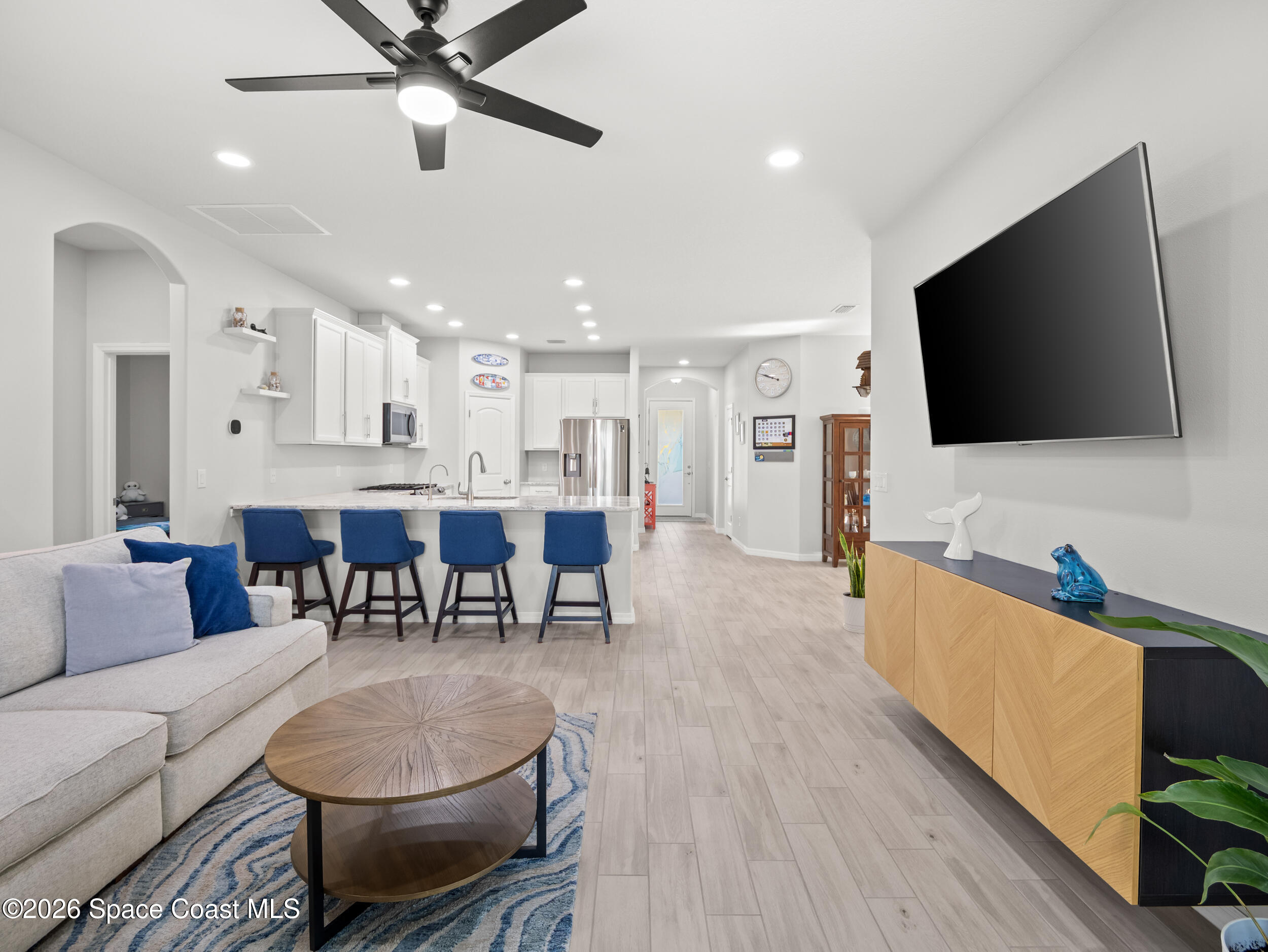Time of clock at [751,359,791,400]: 9:48
